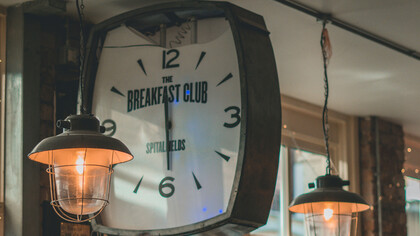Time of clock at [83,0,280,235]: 5:59
